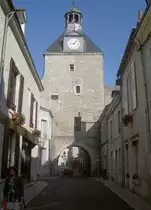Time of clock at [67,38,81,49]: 9:07
